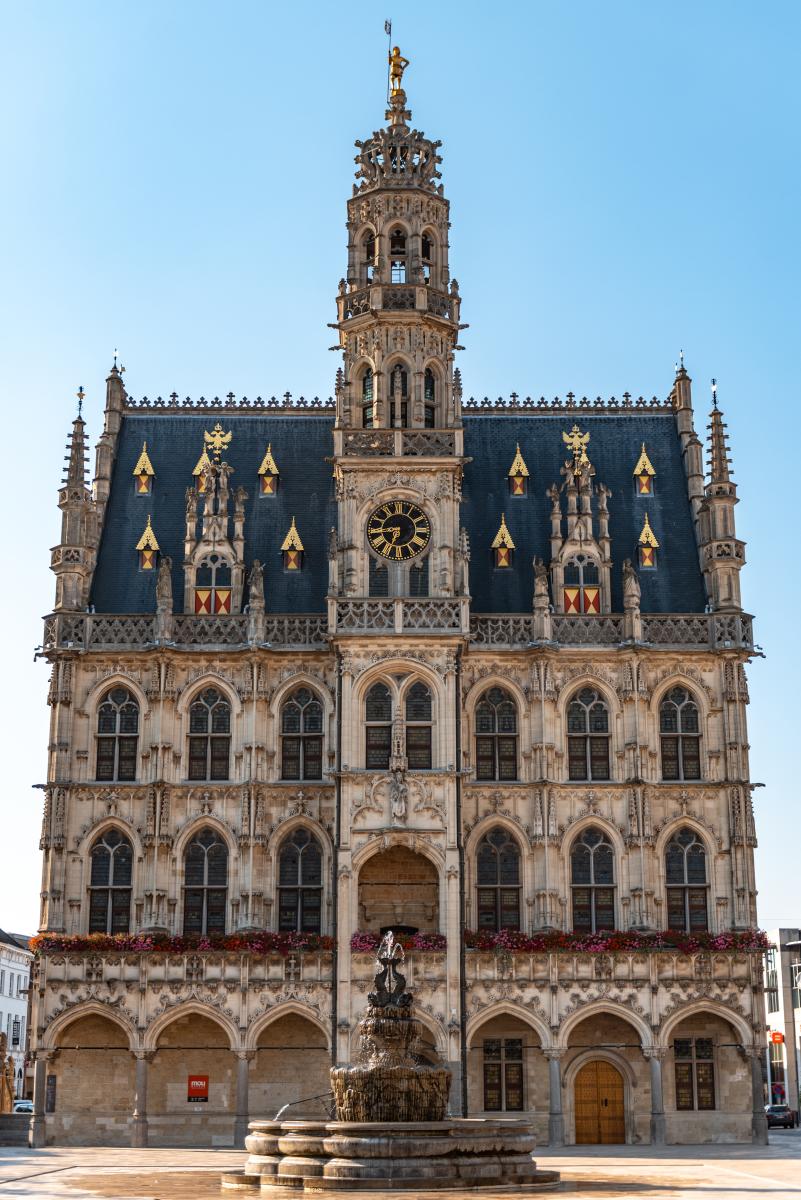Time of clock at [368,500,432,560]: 6:44
